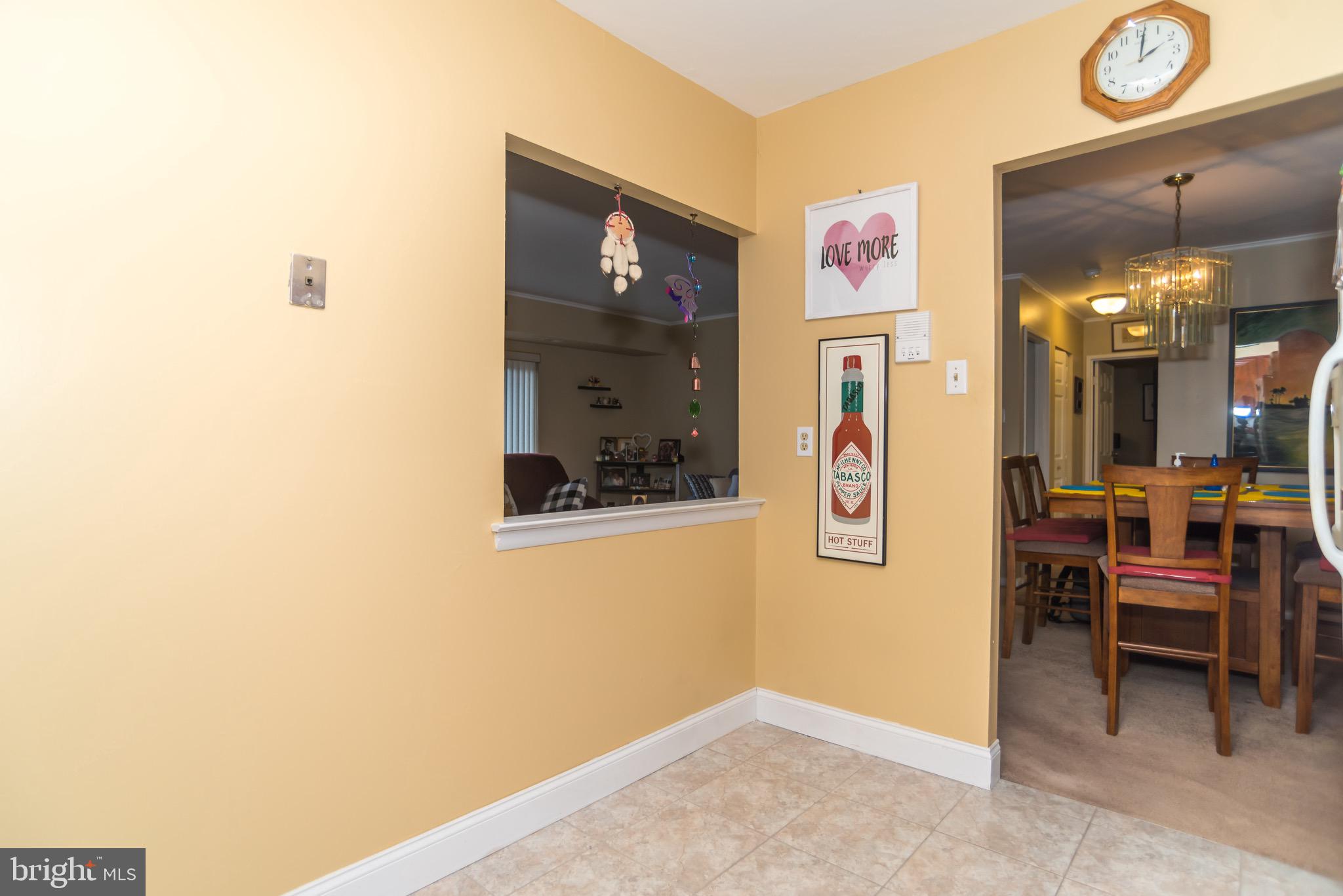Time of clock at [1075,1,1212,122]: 2:01
